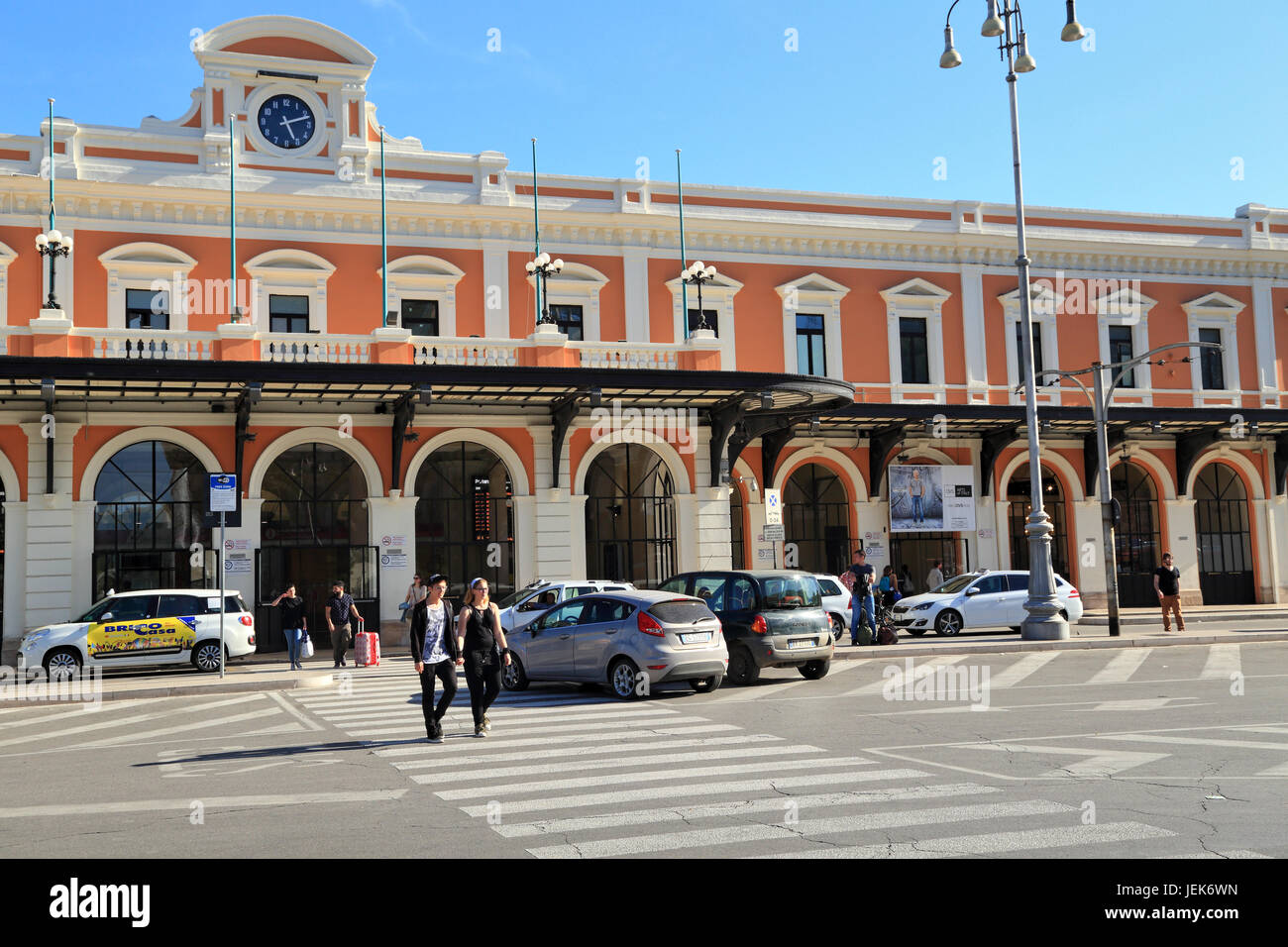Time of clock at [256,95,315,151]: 5:11
